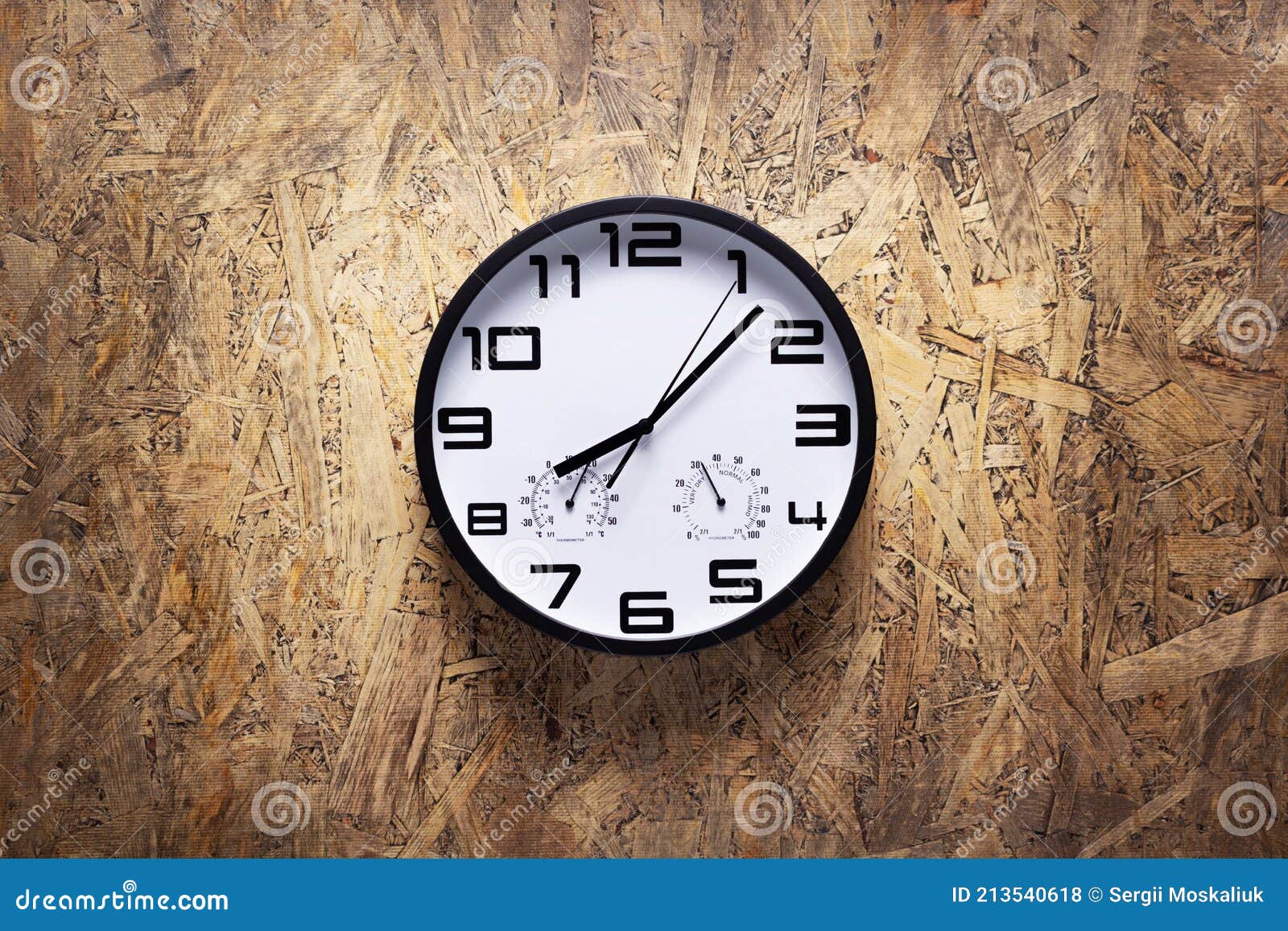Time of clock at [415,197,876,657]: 8:07
